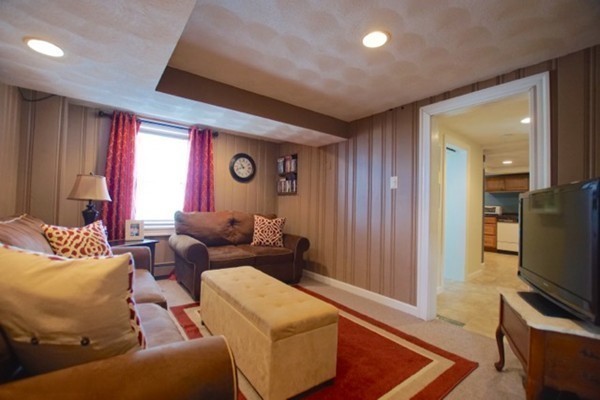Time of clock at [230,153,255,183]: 10:41
